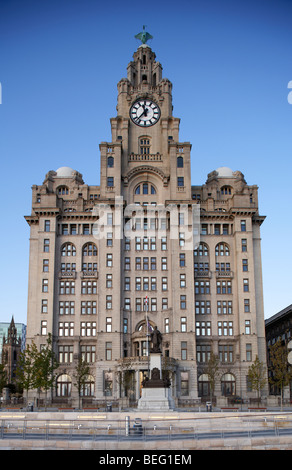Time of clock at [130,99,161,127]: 11:37
